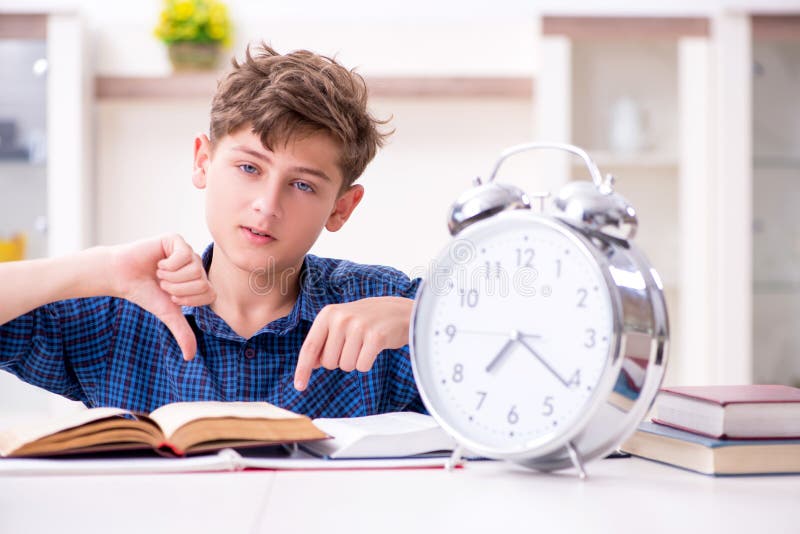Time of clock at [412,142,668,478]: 7:21
